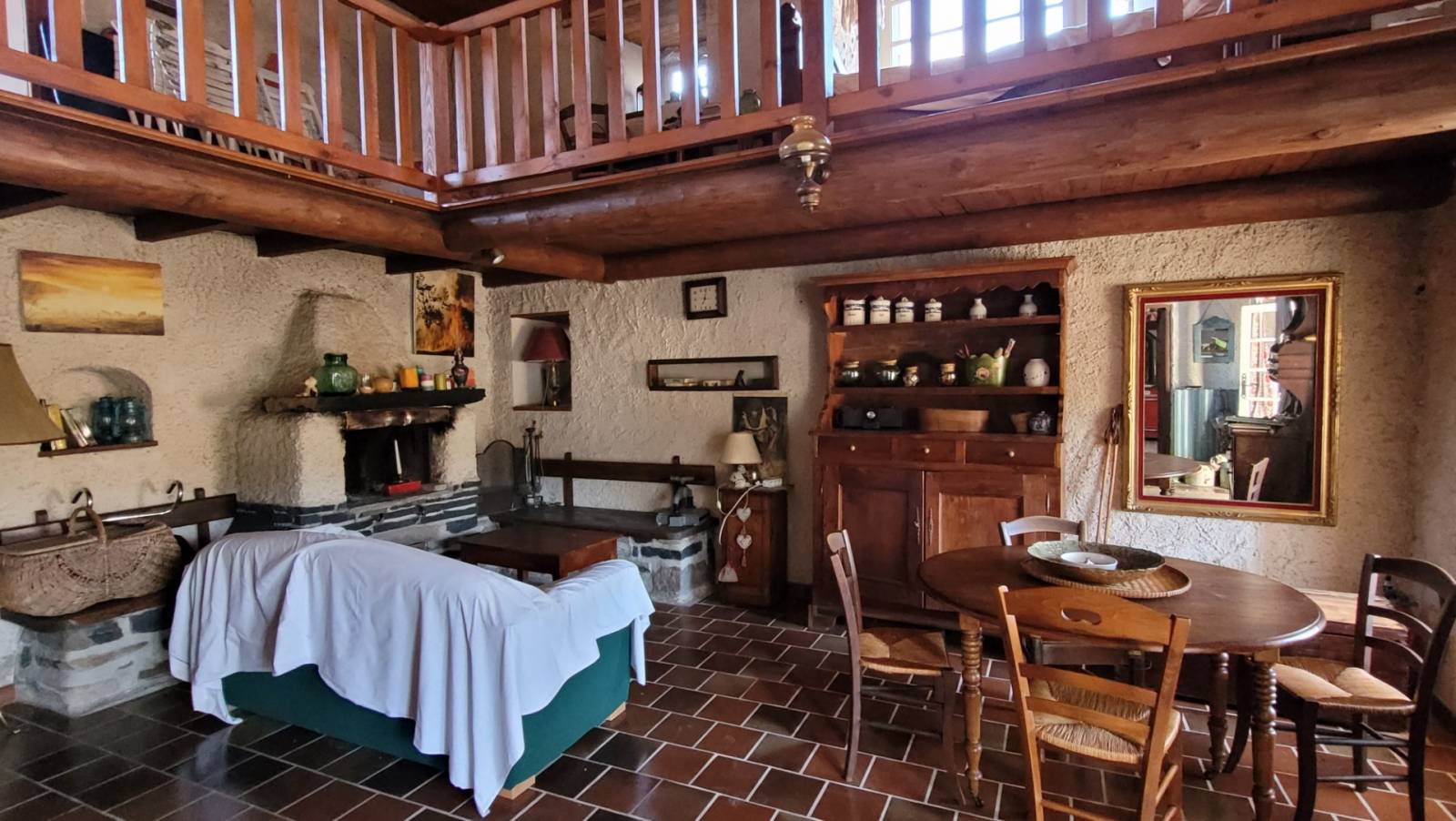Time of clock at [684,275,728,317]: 7:02
